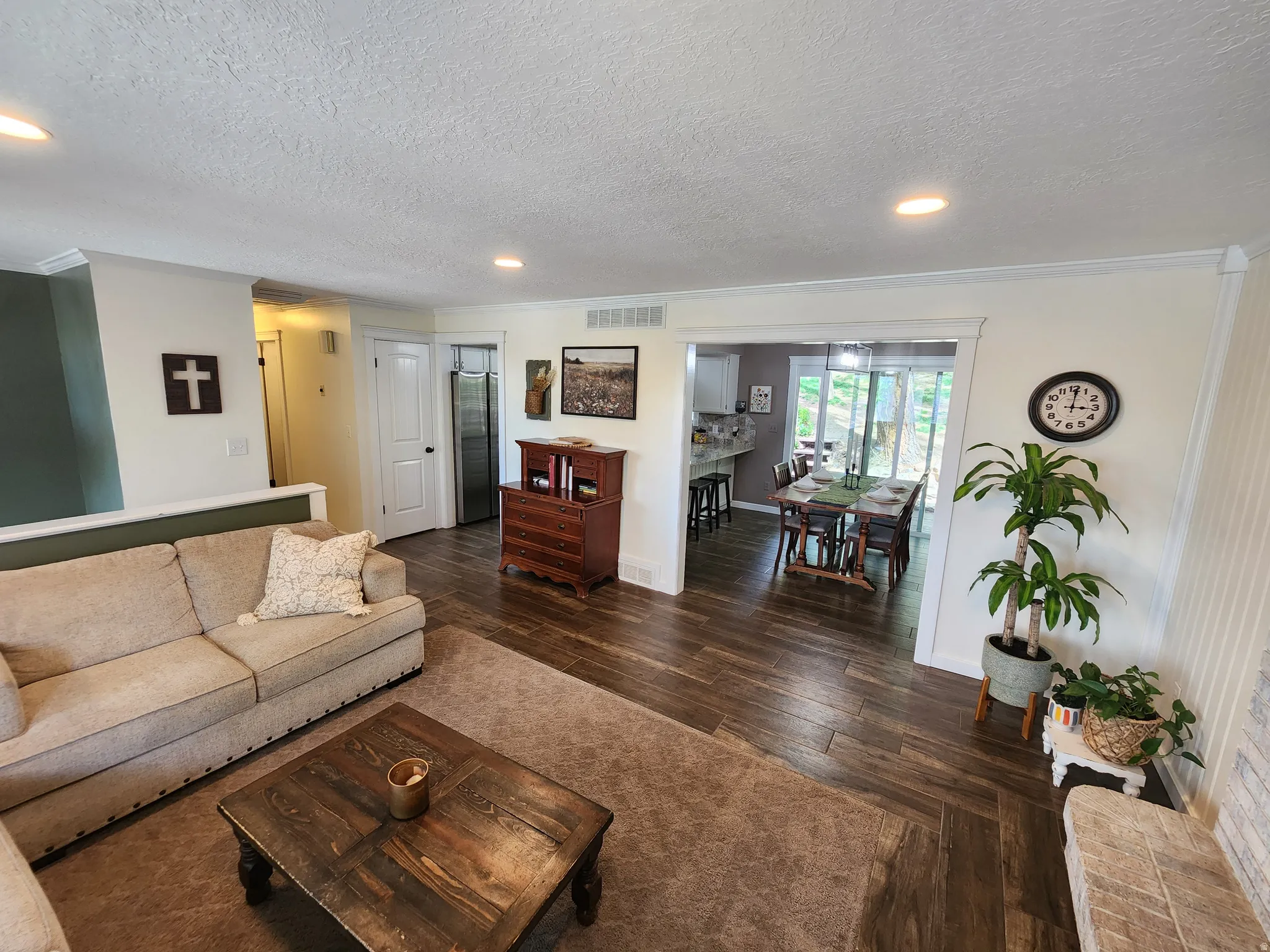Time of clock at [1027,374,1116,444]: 3:01
